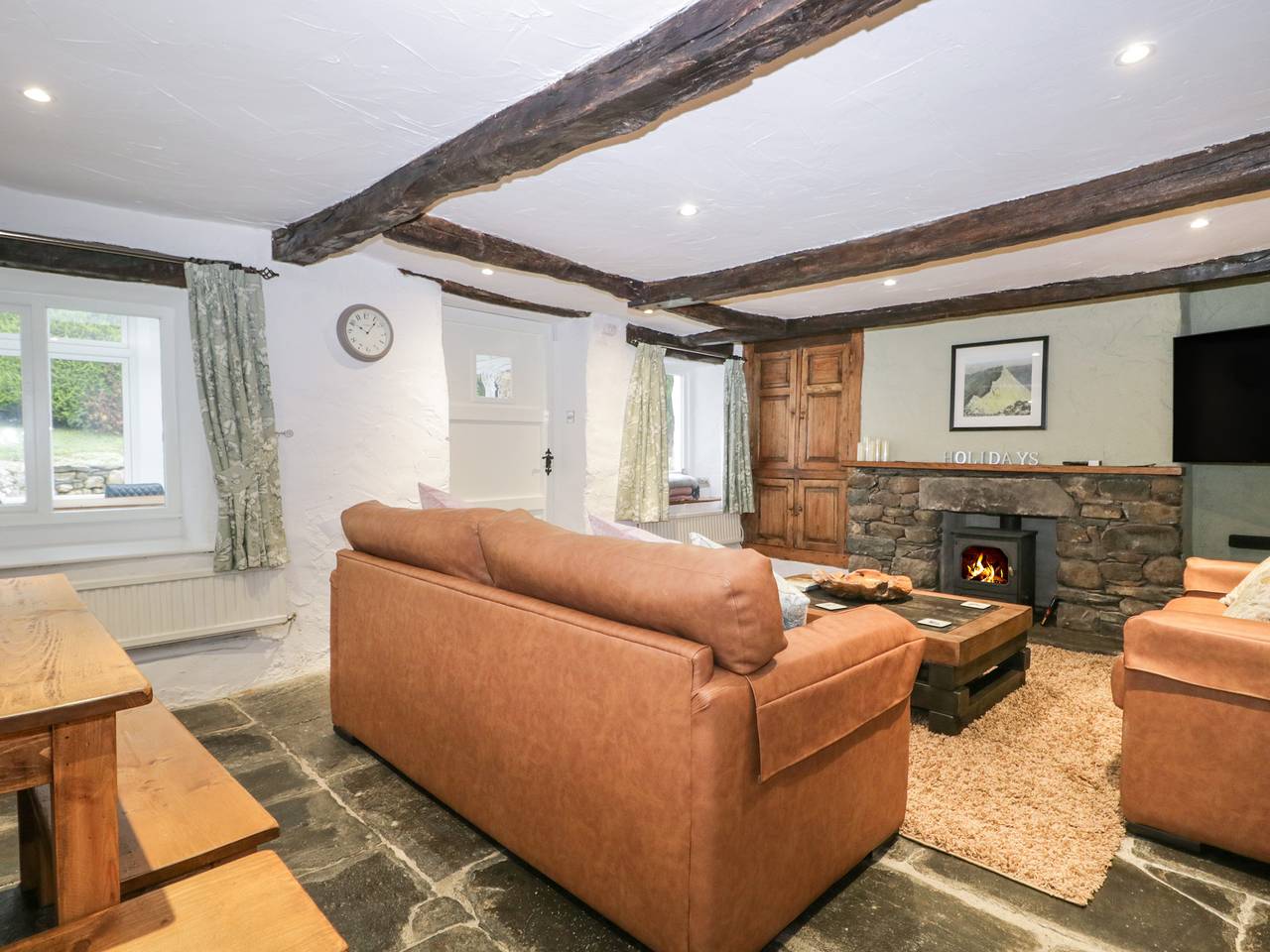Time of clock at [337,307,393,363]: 10:07
